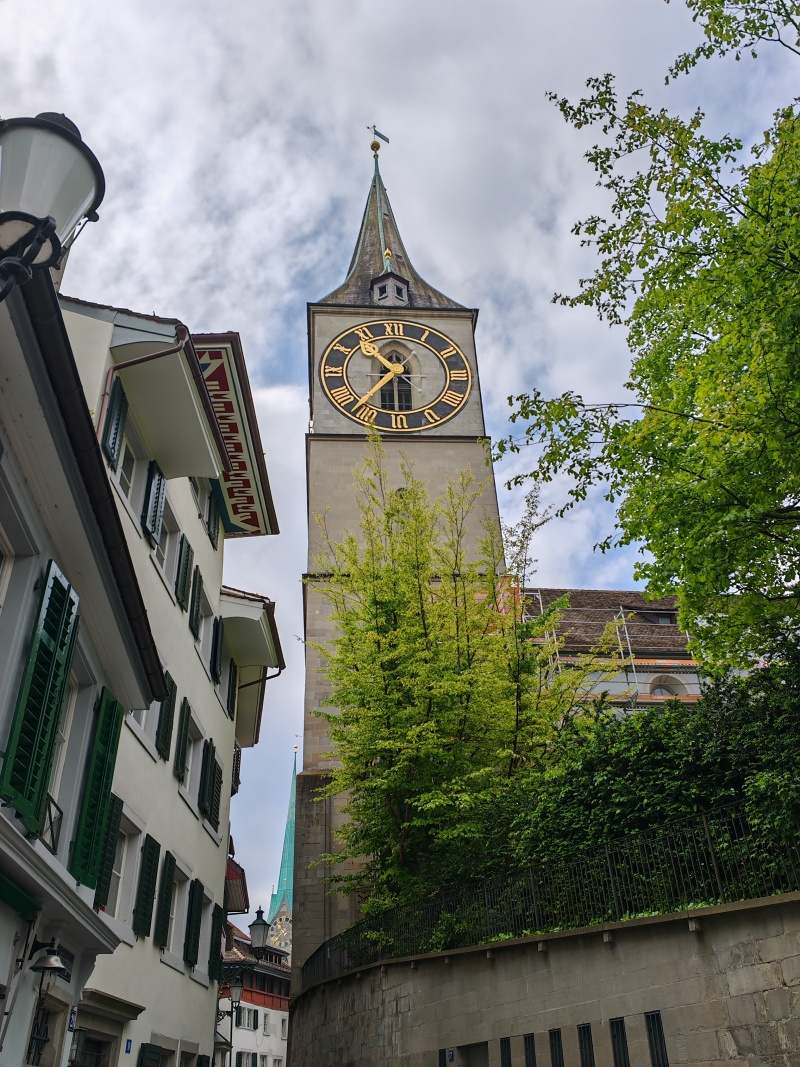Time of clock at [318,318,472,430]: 10:36
